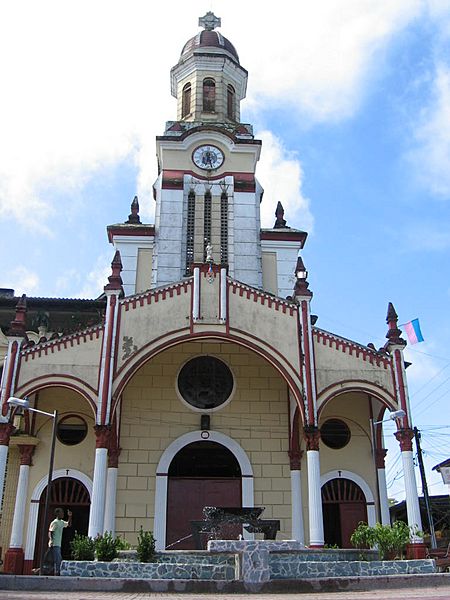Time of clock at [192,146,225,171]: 6:27
